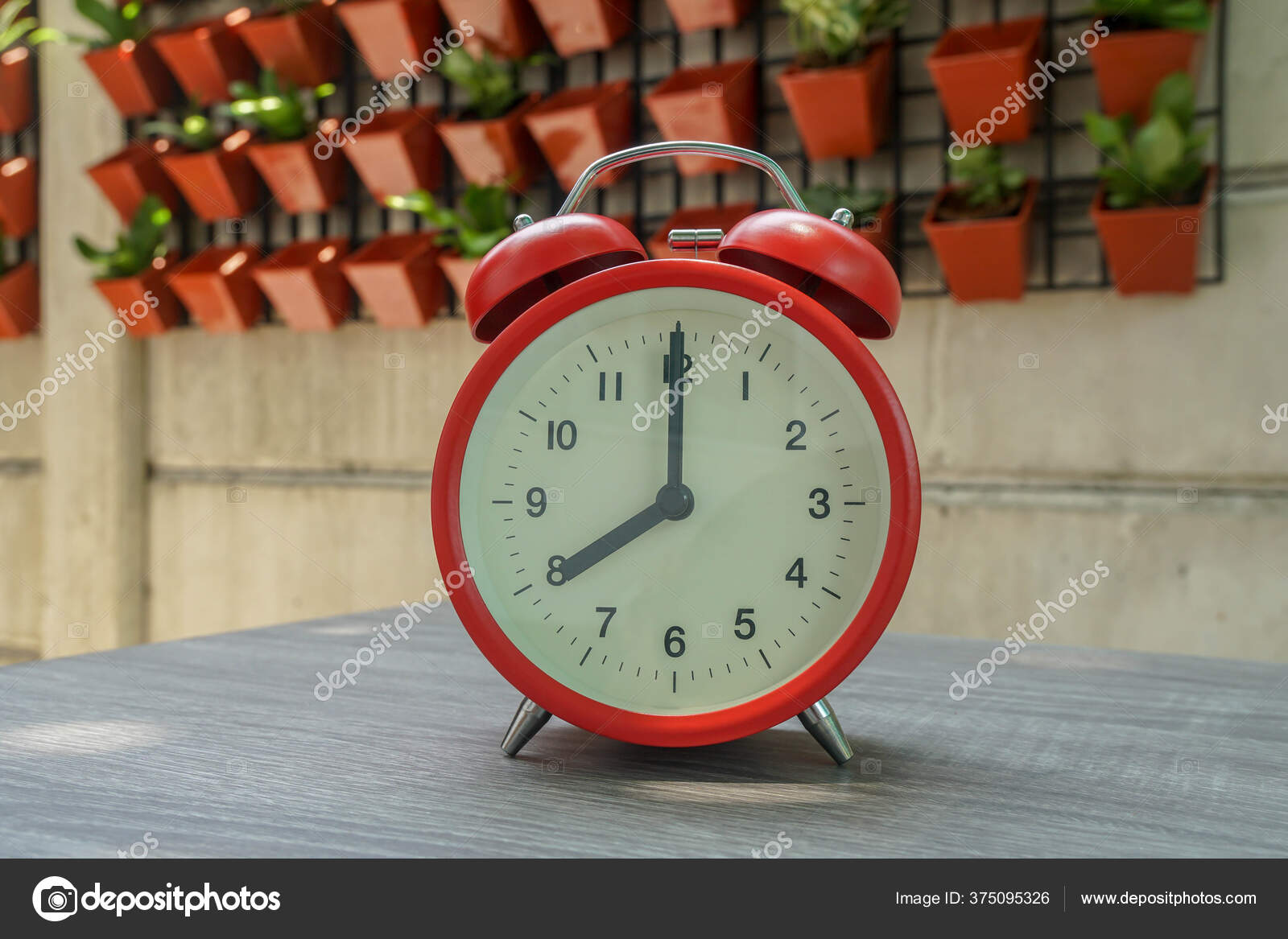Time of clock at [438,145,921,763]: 8:00
